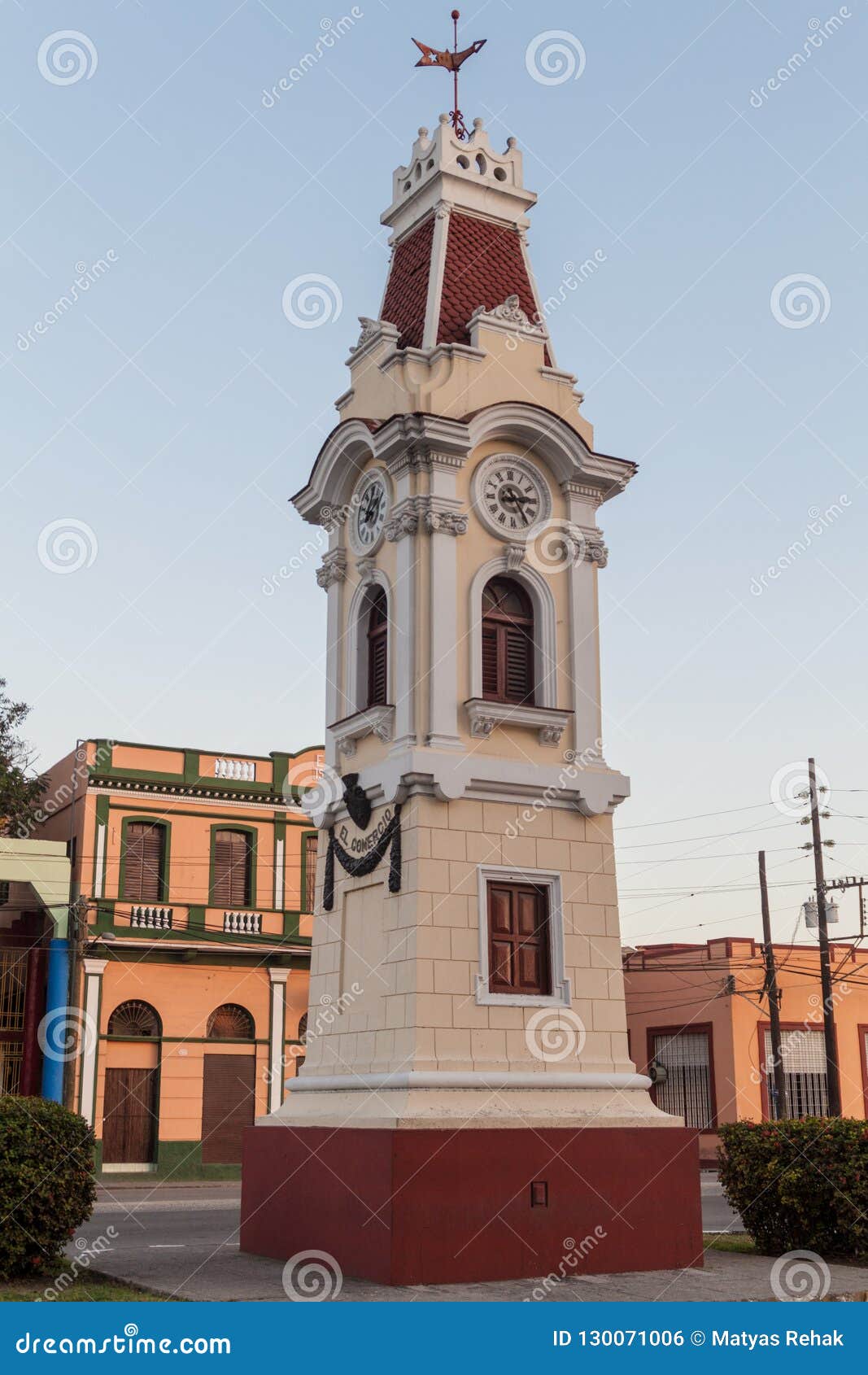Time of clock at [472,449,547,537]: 3:24
